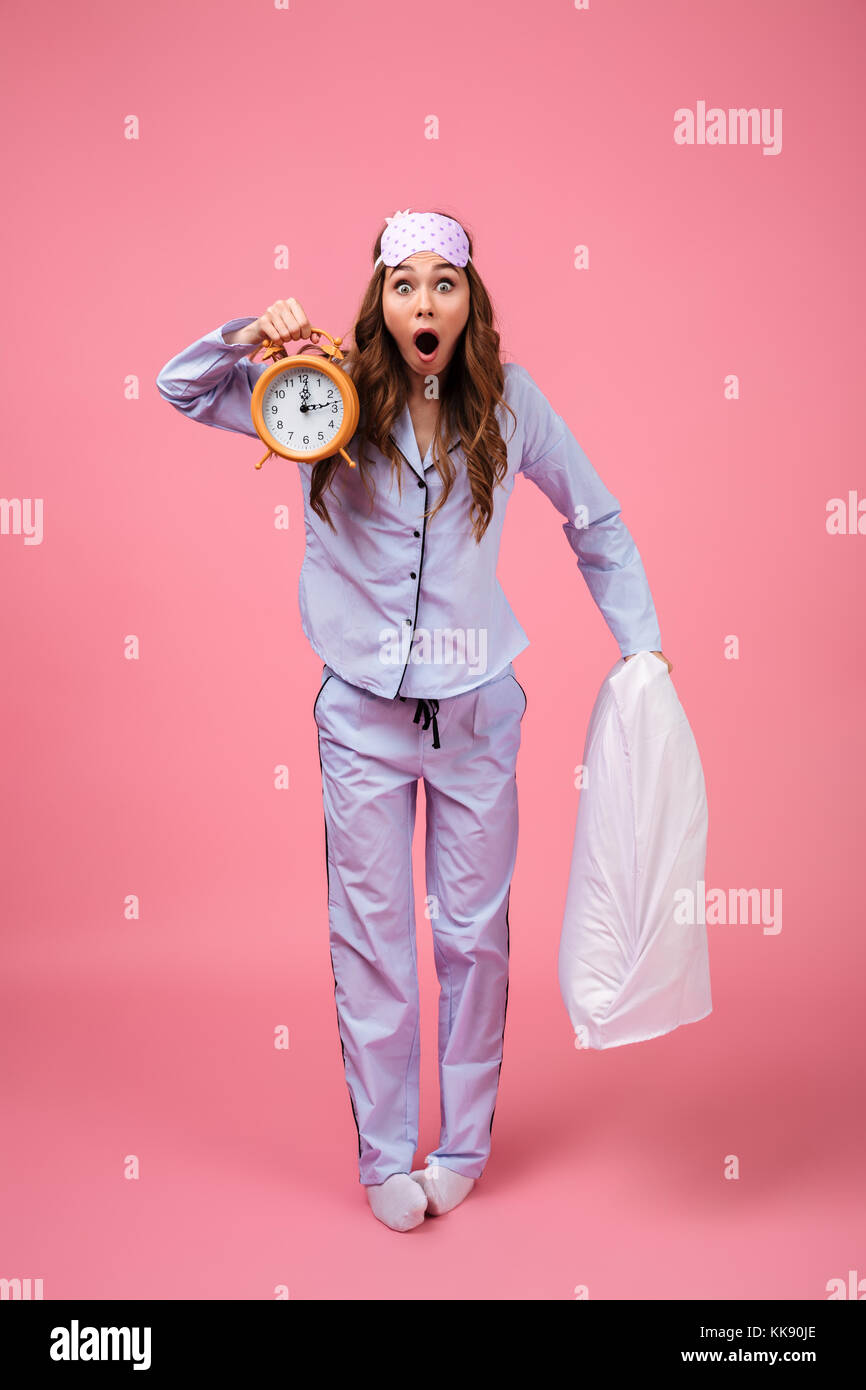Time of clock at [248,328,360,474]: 12:13
